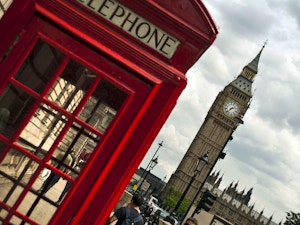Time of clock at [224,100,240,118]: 2:38
